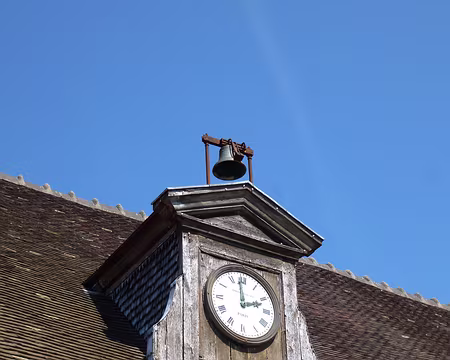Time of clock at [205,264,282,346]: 1:58
